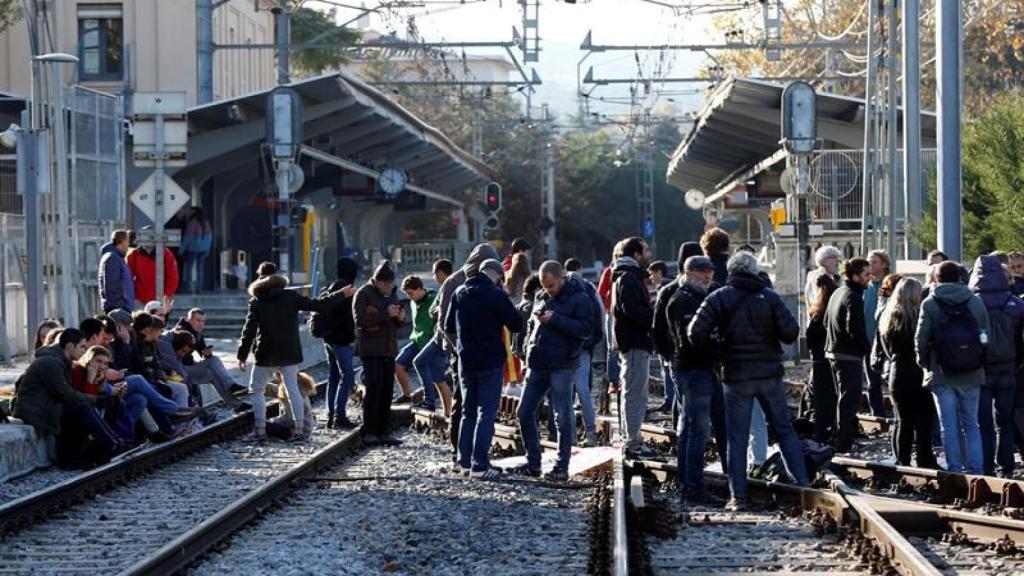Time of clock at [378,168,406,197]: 10:00
